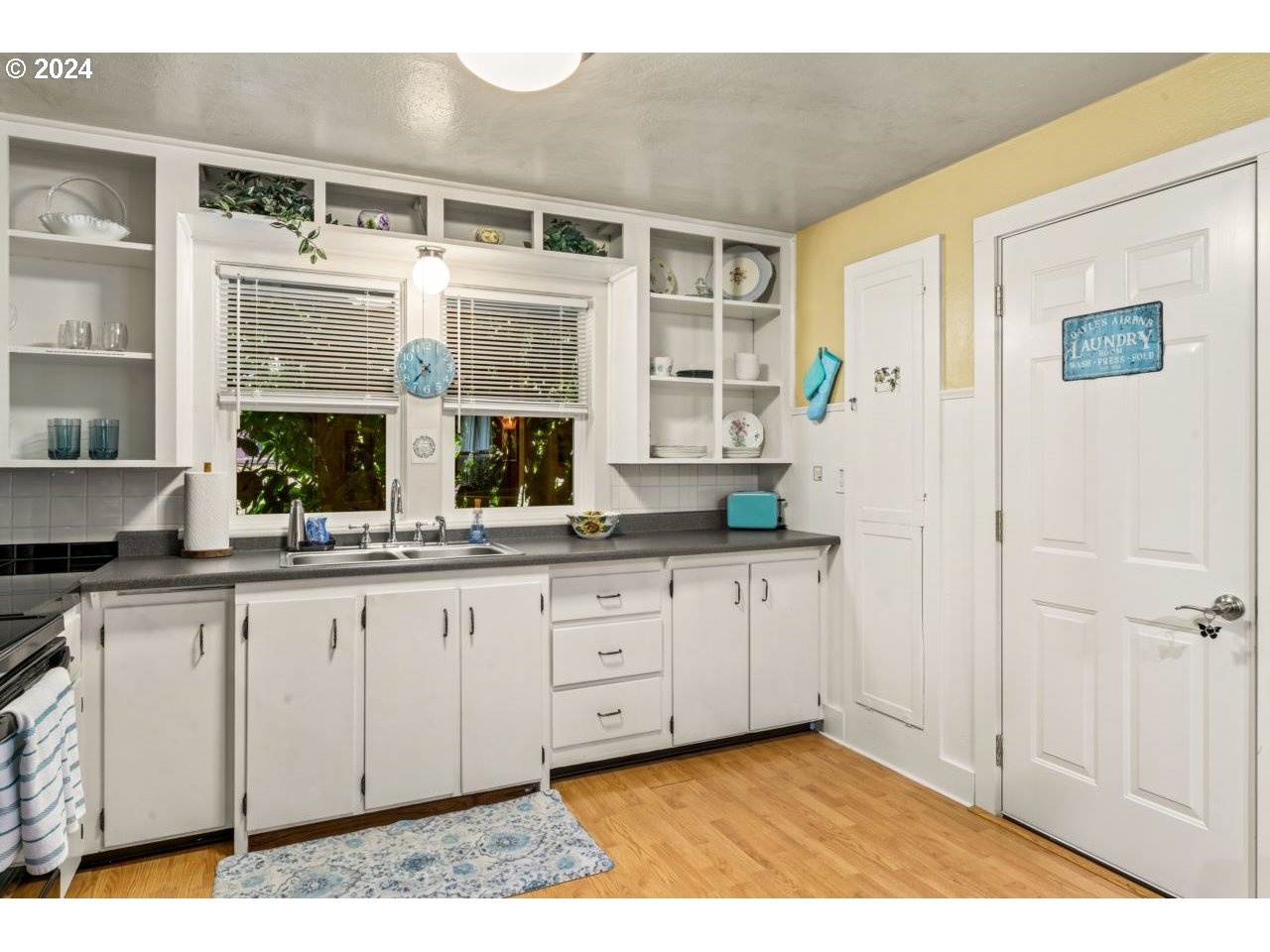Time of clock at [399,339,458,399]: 10:37
